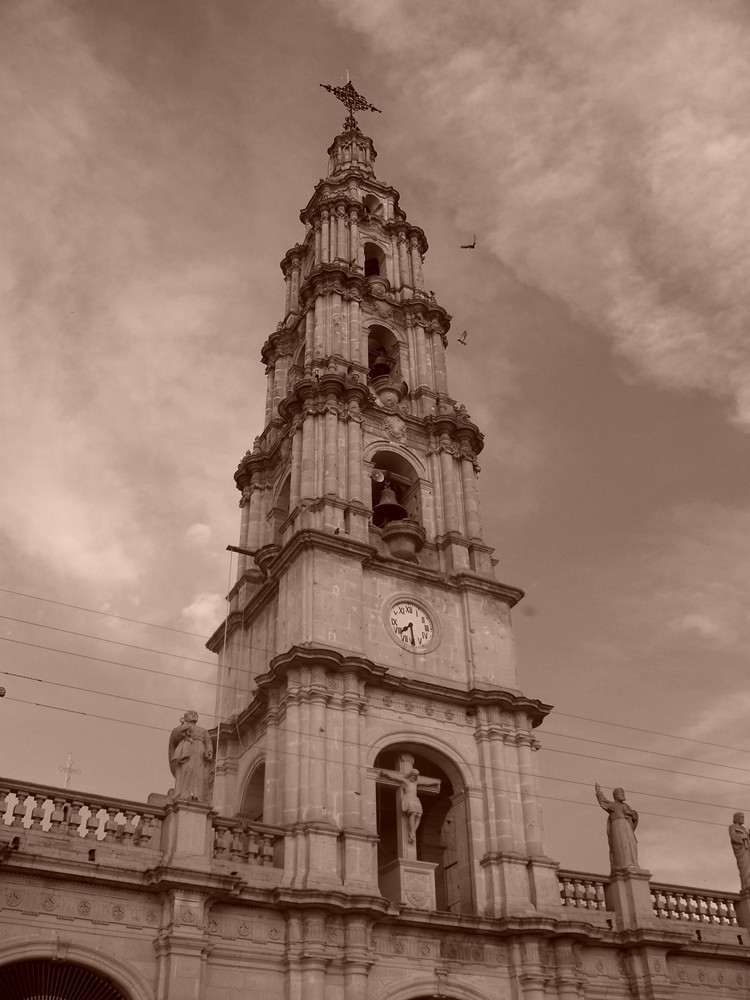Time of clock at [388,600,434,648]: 7:29
